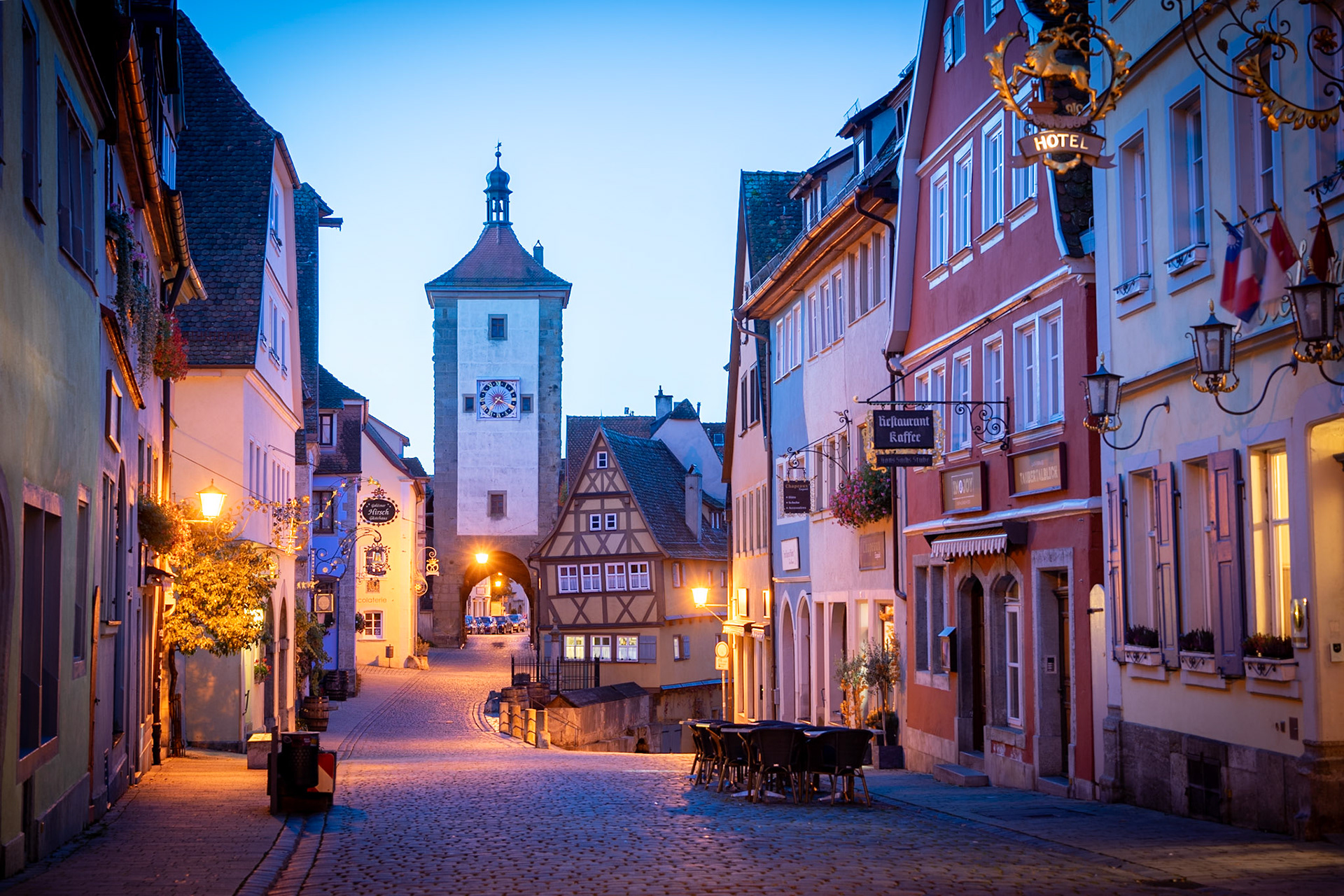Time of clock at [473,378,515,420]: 7:18
